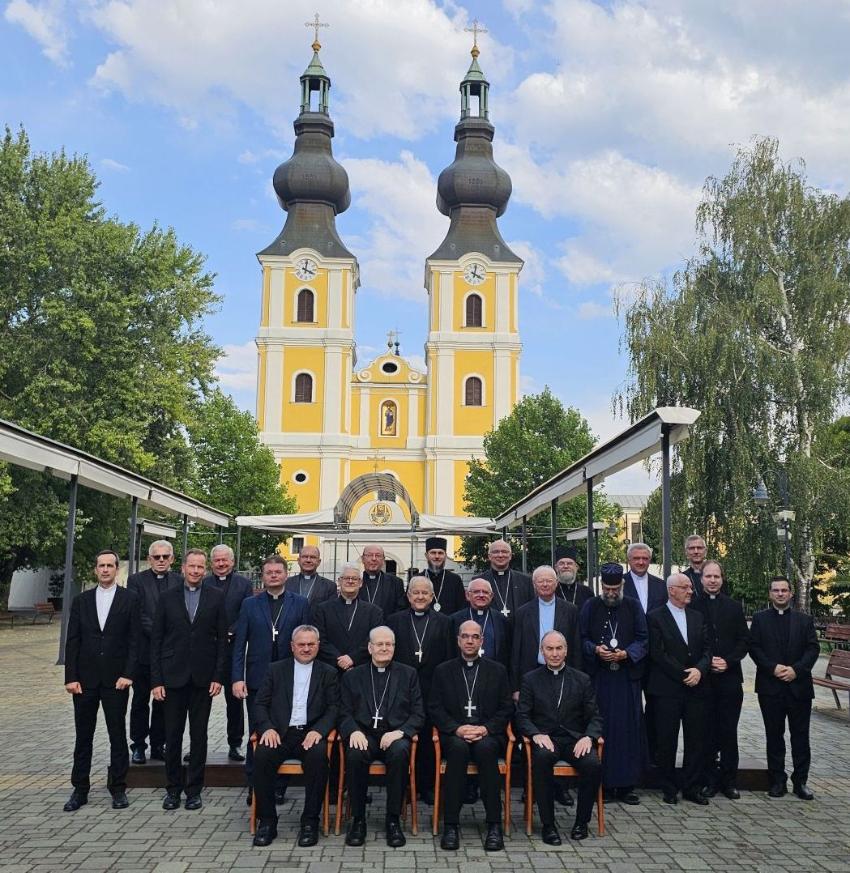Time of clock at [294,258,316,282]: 4:01
